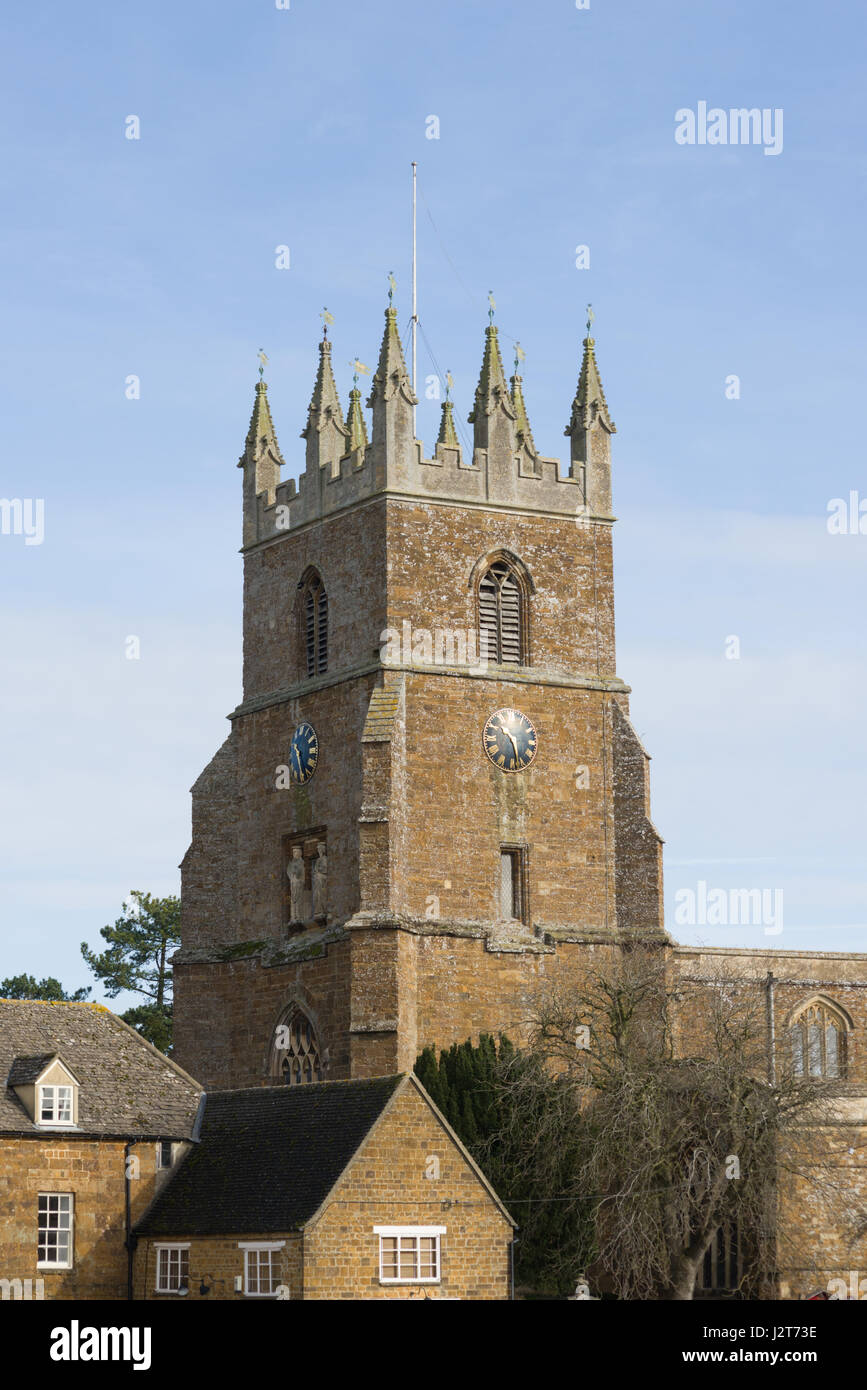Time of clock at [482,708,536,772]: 10:28
